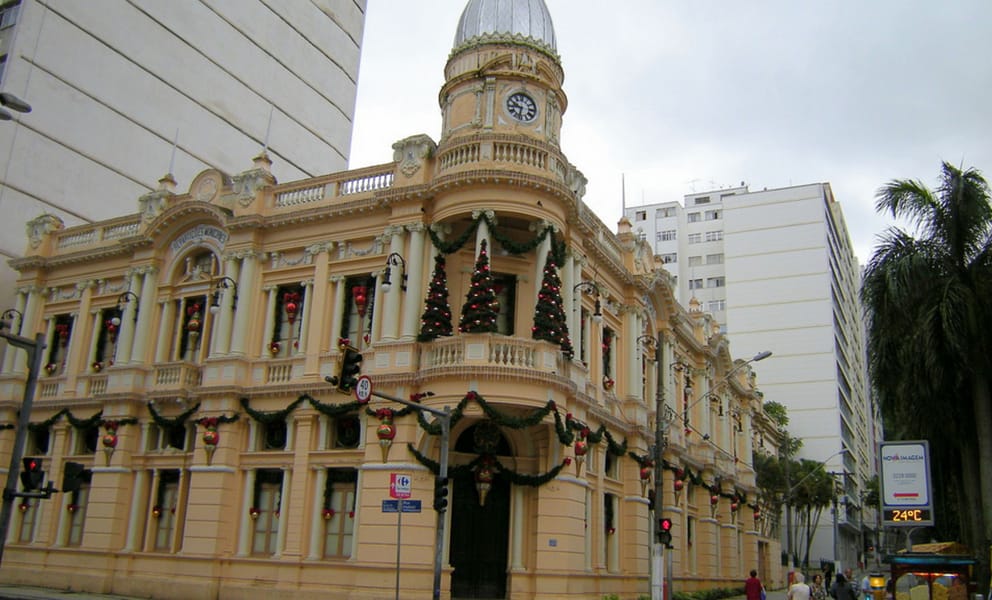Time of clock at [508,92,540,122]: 9:32
